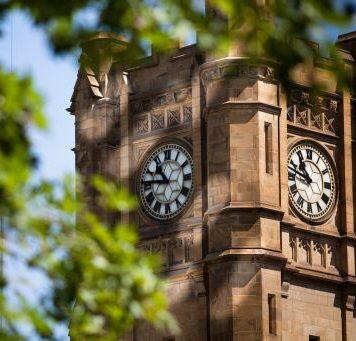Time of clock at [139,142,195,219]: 10:45
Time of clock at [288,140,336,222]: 10:47
